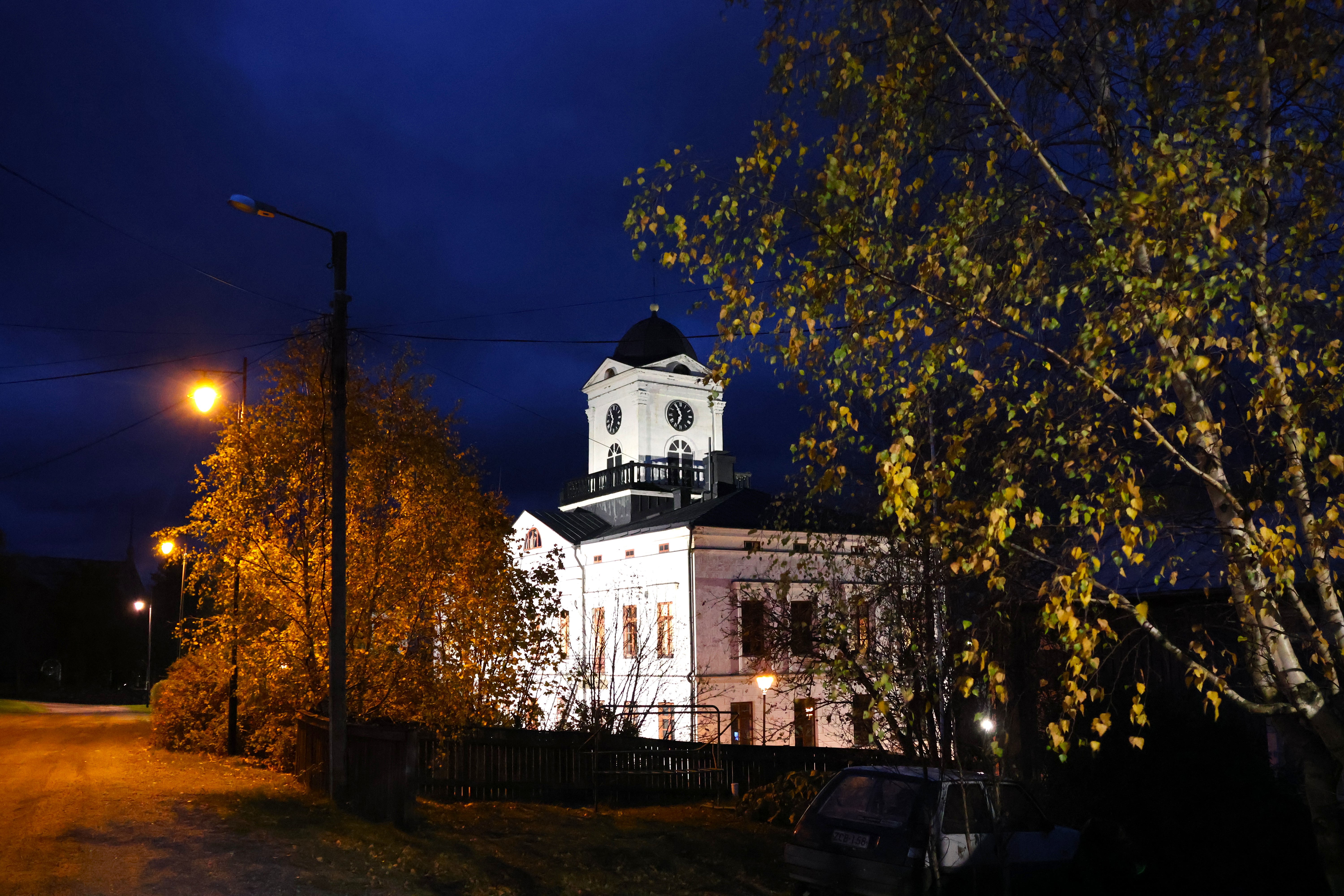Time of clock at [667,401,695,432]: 6:55
